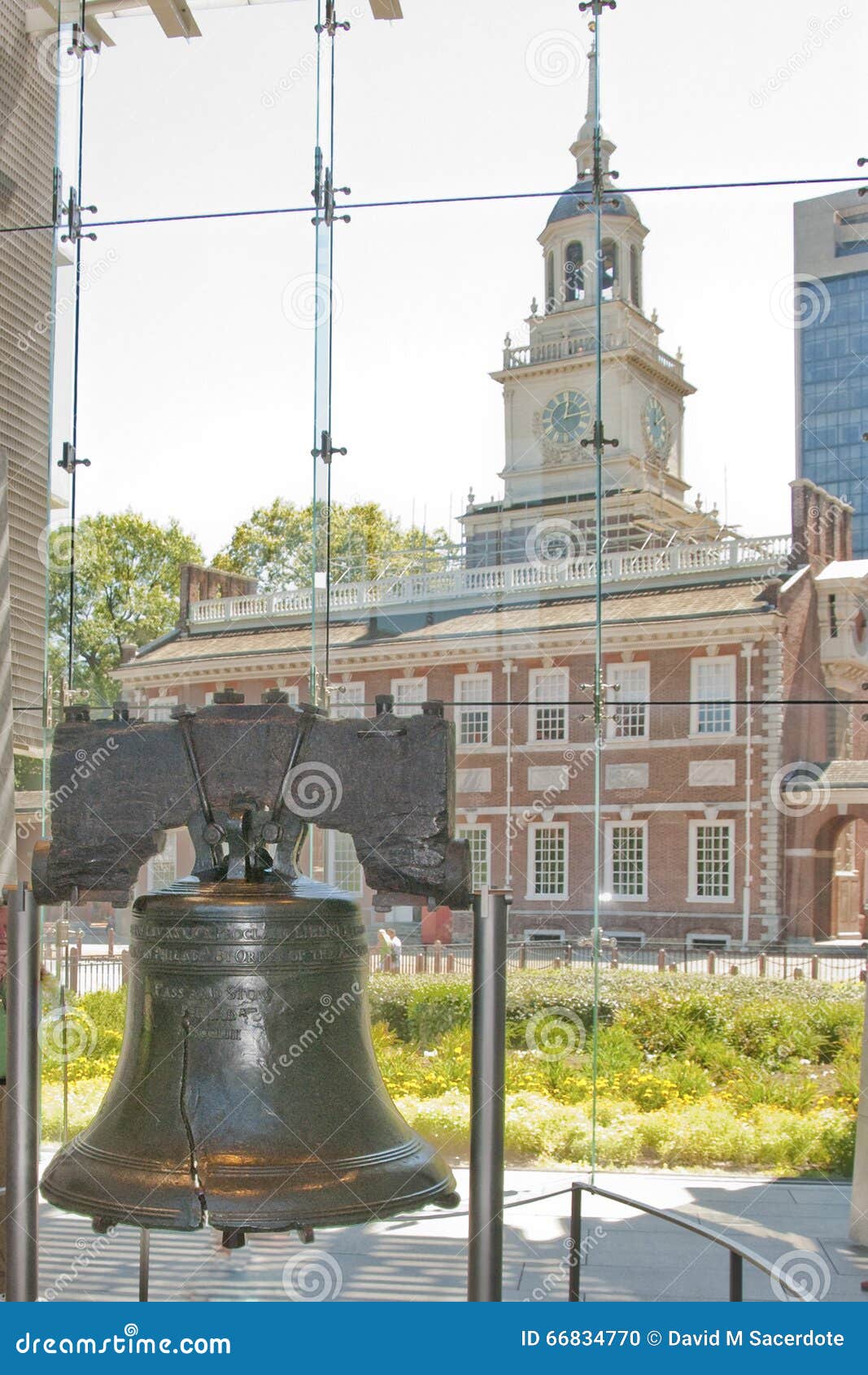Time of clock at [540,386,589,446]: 12:13
